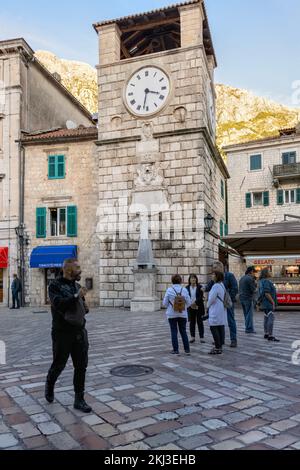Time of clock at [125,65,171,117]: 3:32
